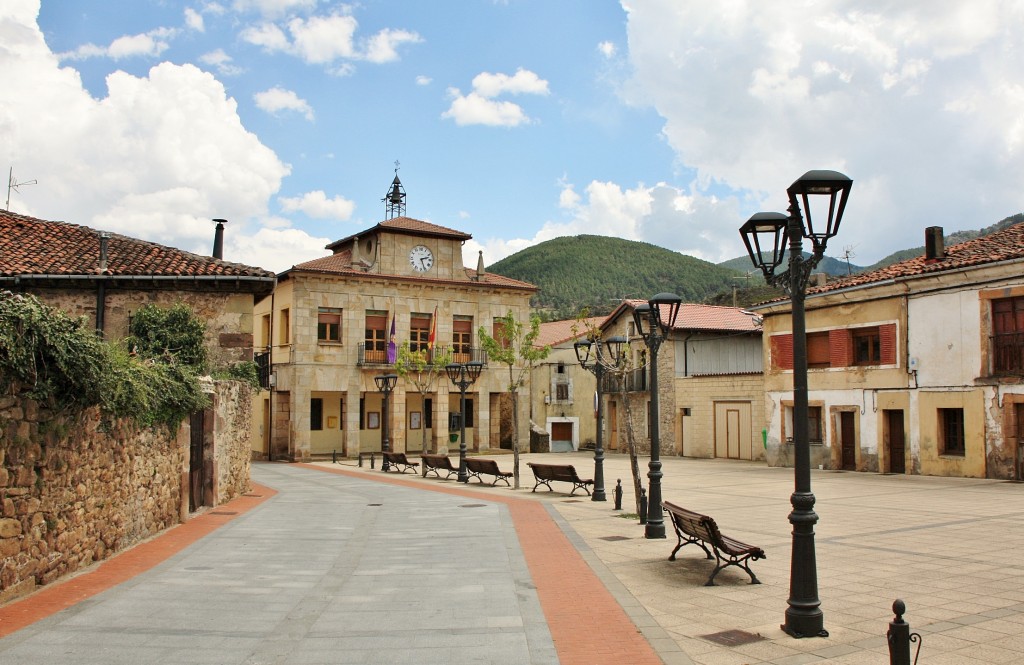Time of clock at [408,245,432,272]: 2:26
